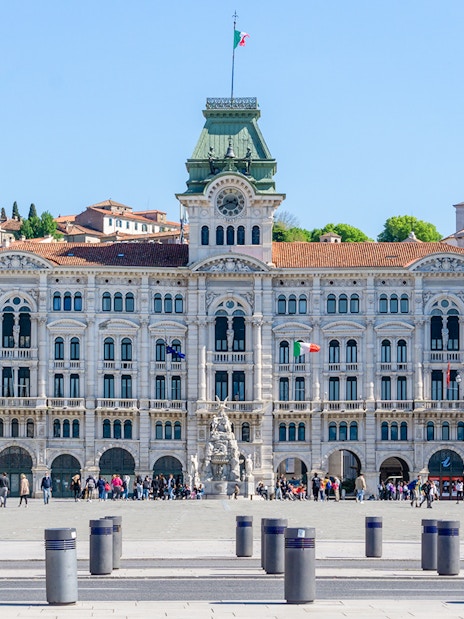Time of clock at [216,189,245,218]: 3:40
